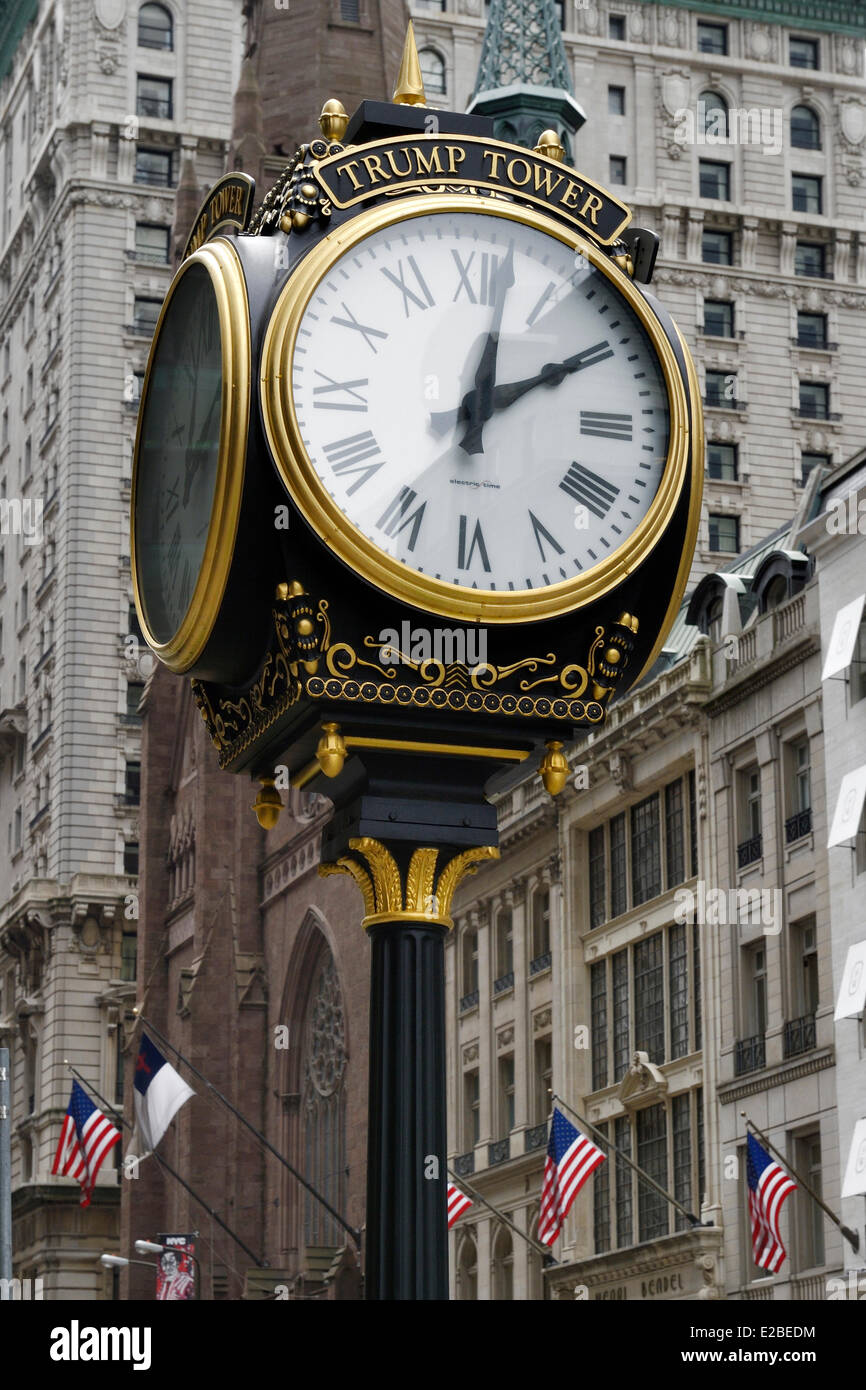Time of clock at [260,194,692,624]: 12:09
